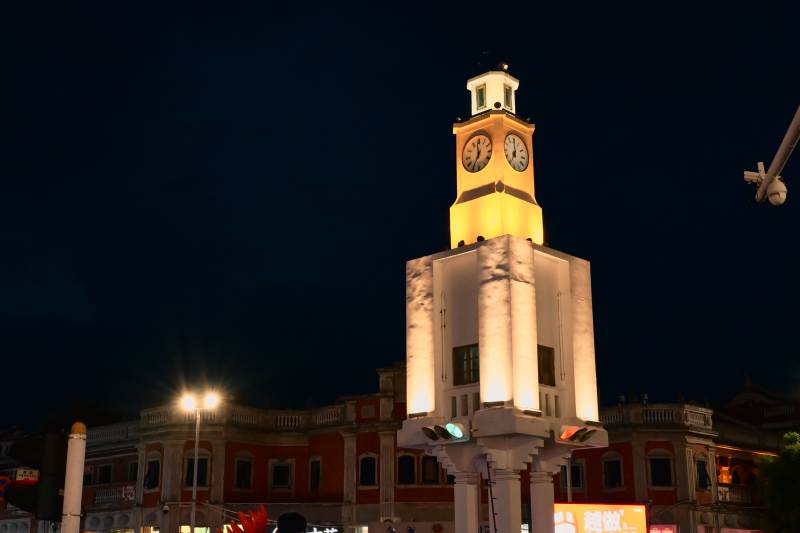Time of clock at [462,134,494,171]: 11:35
